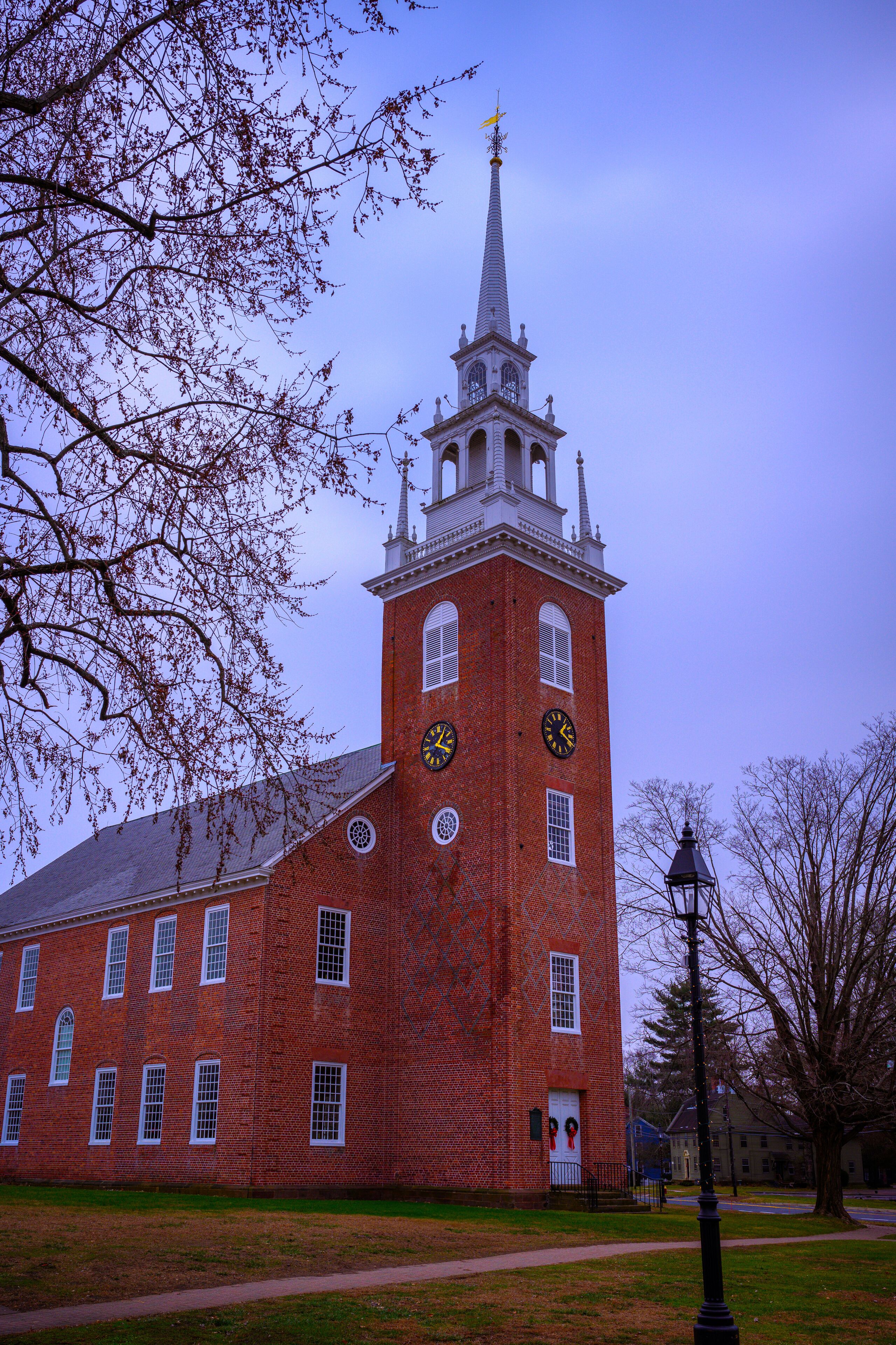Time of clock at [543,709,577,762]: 1:18
